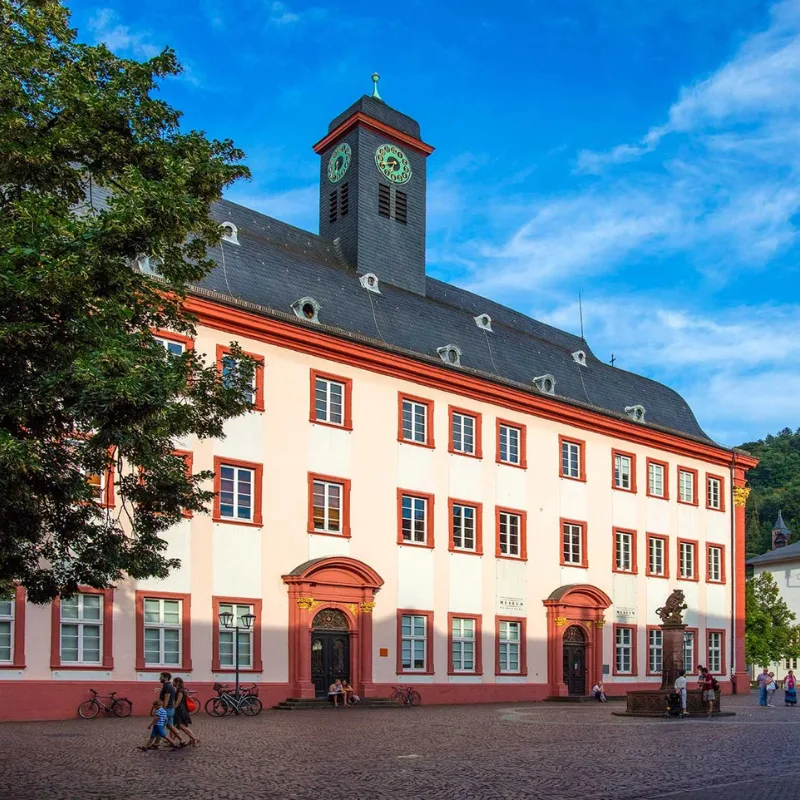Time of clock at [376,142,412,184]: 6:41
